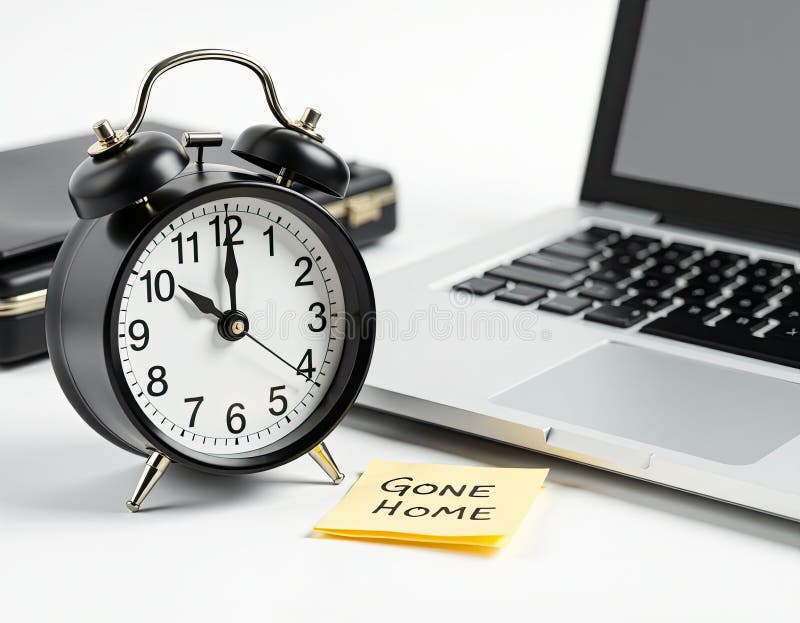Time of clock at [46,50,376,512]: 10:00
